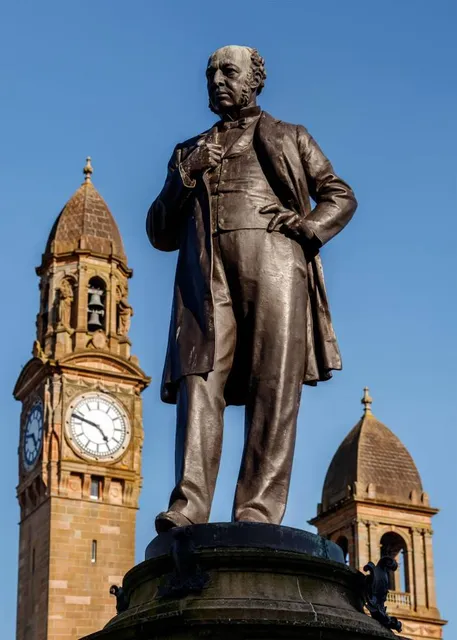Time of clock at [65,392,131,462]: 4:47
